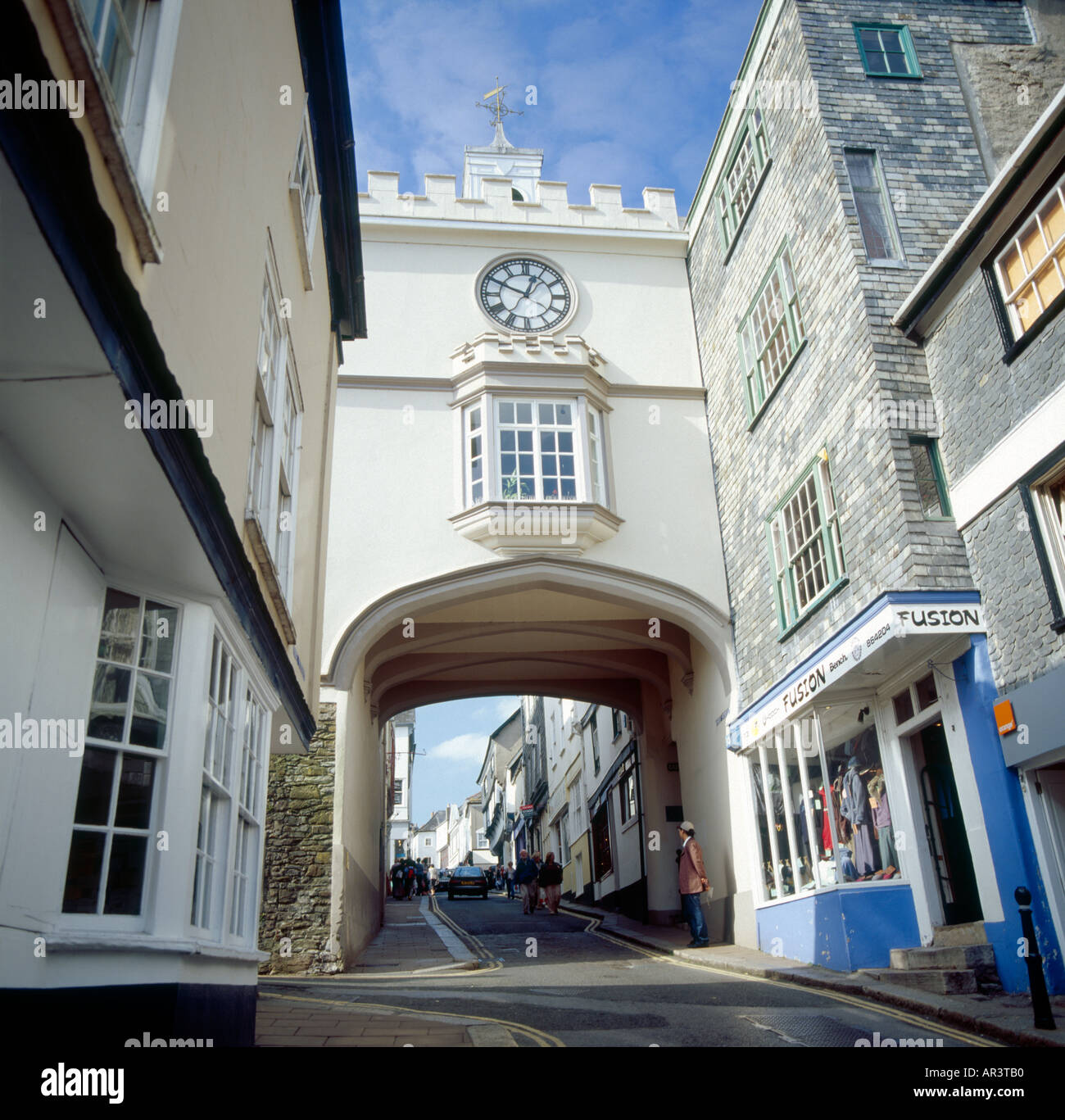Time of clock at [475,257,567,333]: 12:49
